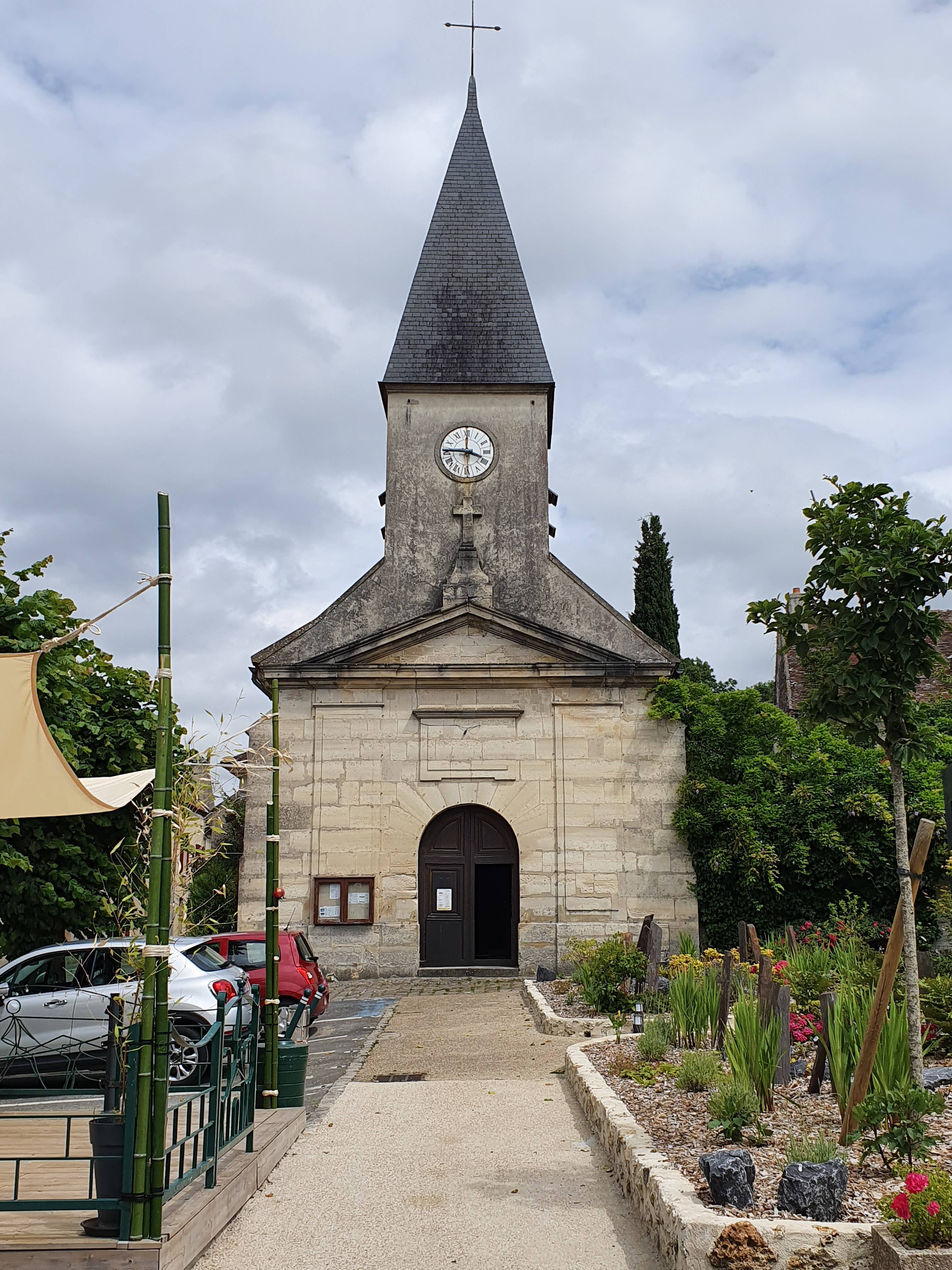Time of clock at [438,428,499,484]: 3:45
